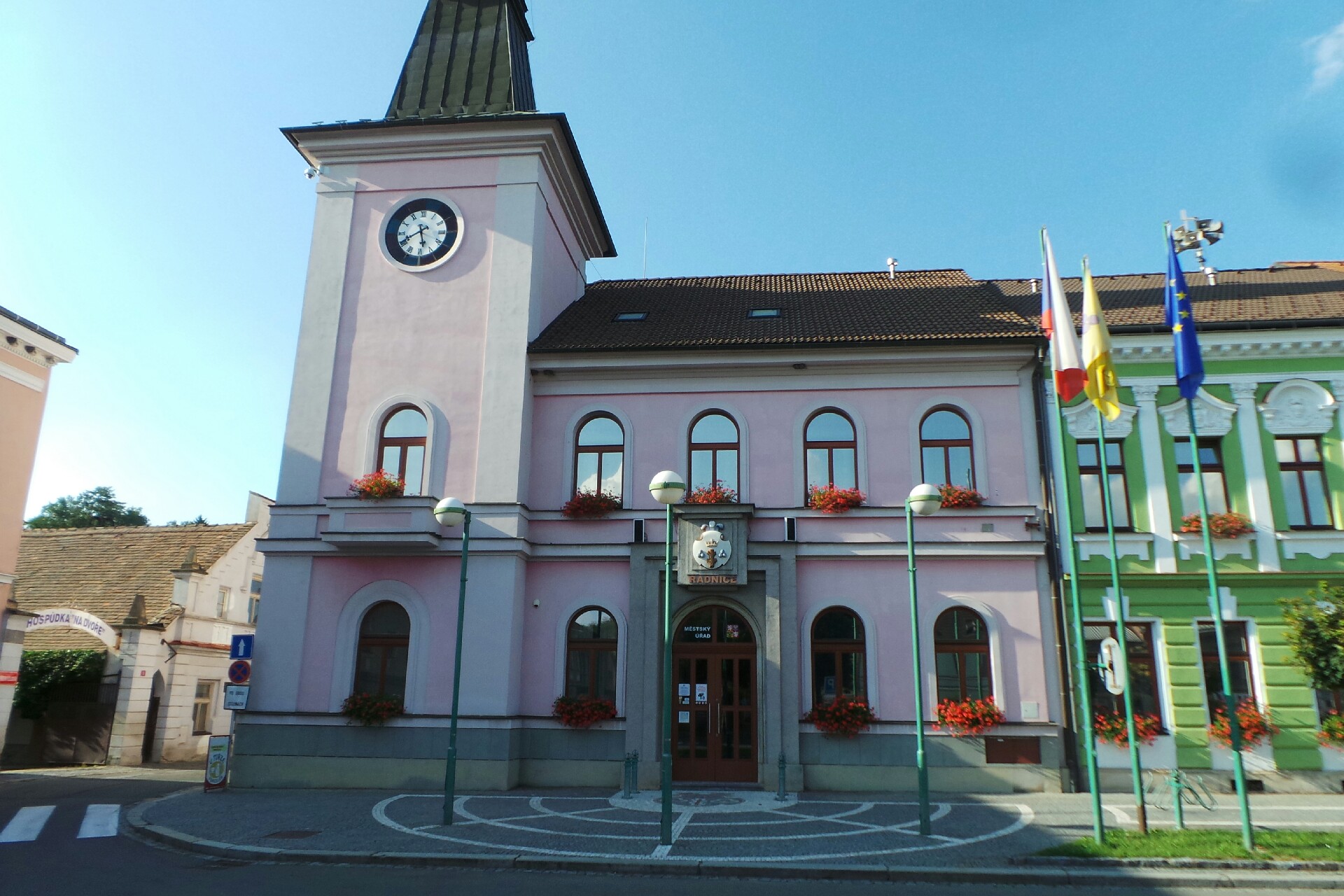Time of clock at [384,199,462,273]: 5:40
